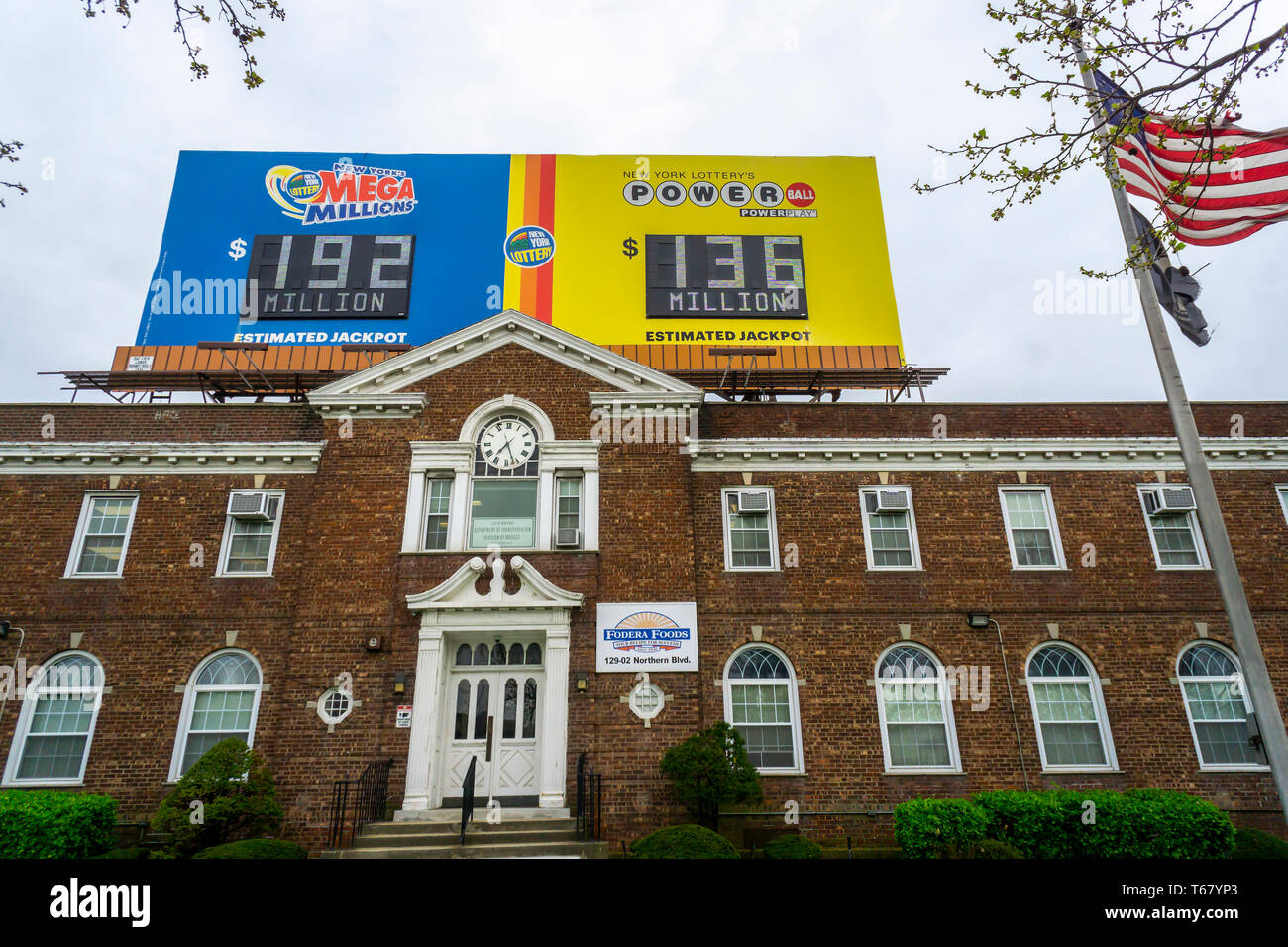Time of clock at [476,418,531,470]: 7:26
